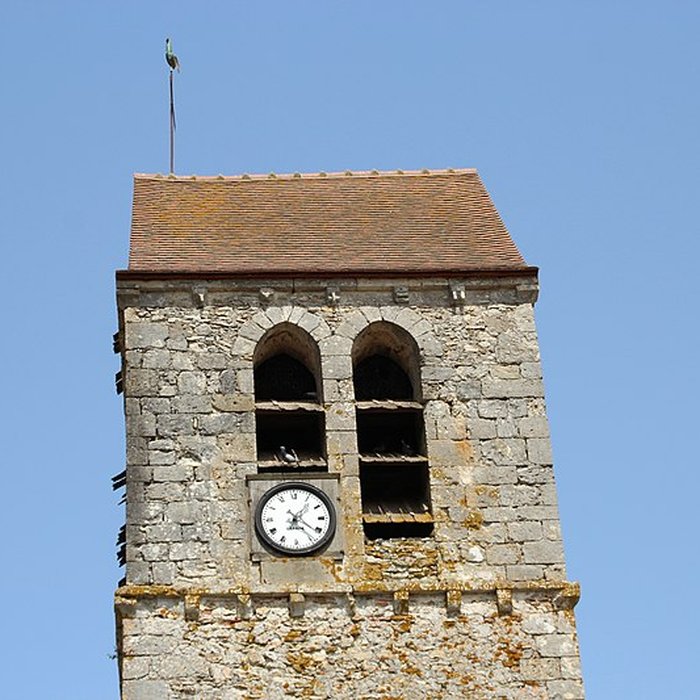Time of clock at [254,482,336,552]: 1:21
